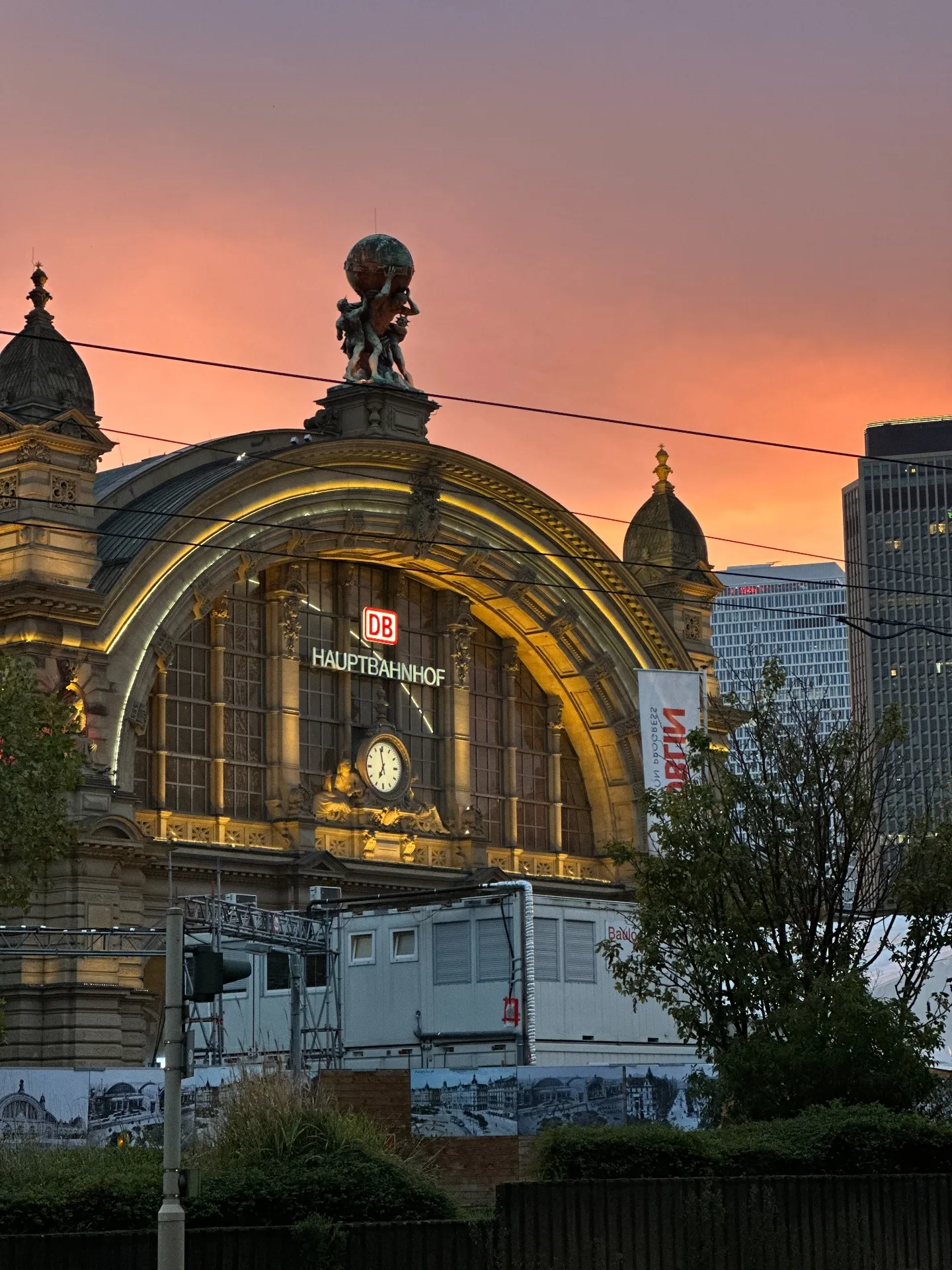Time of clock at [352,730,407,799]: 6:58
